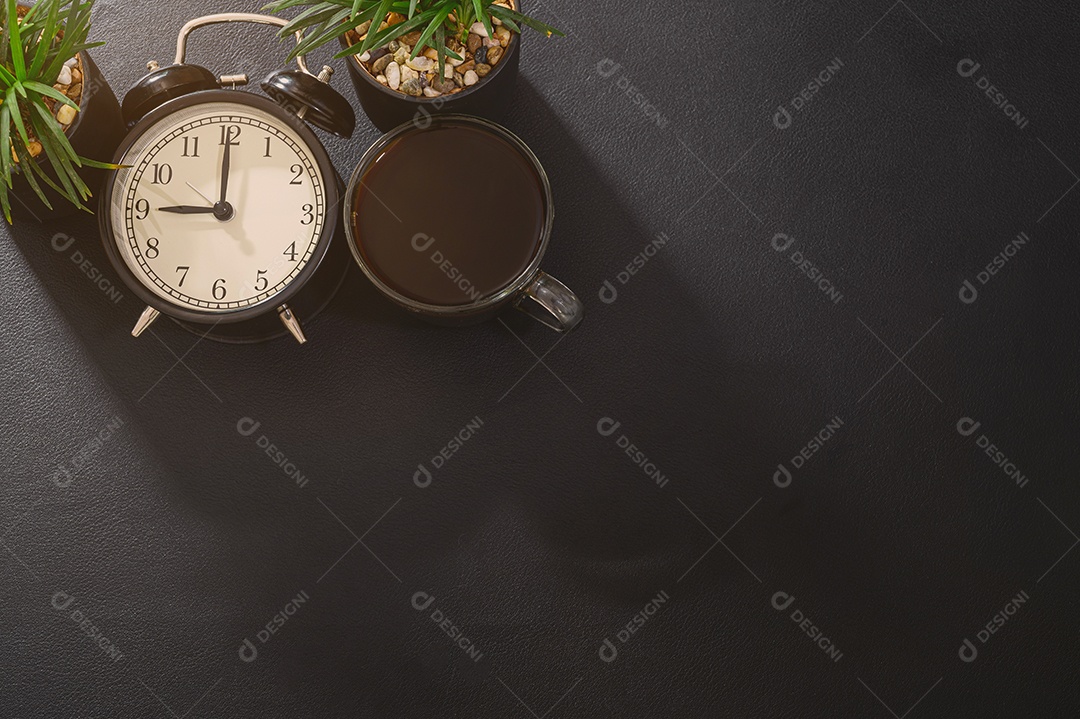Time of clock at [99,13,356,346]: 9:00
